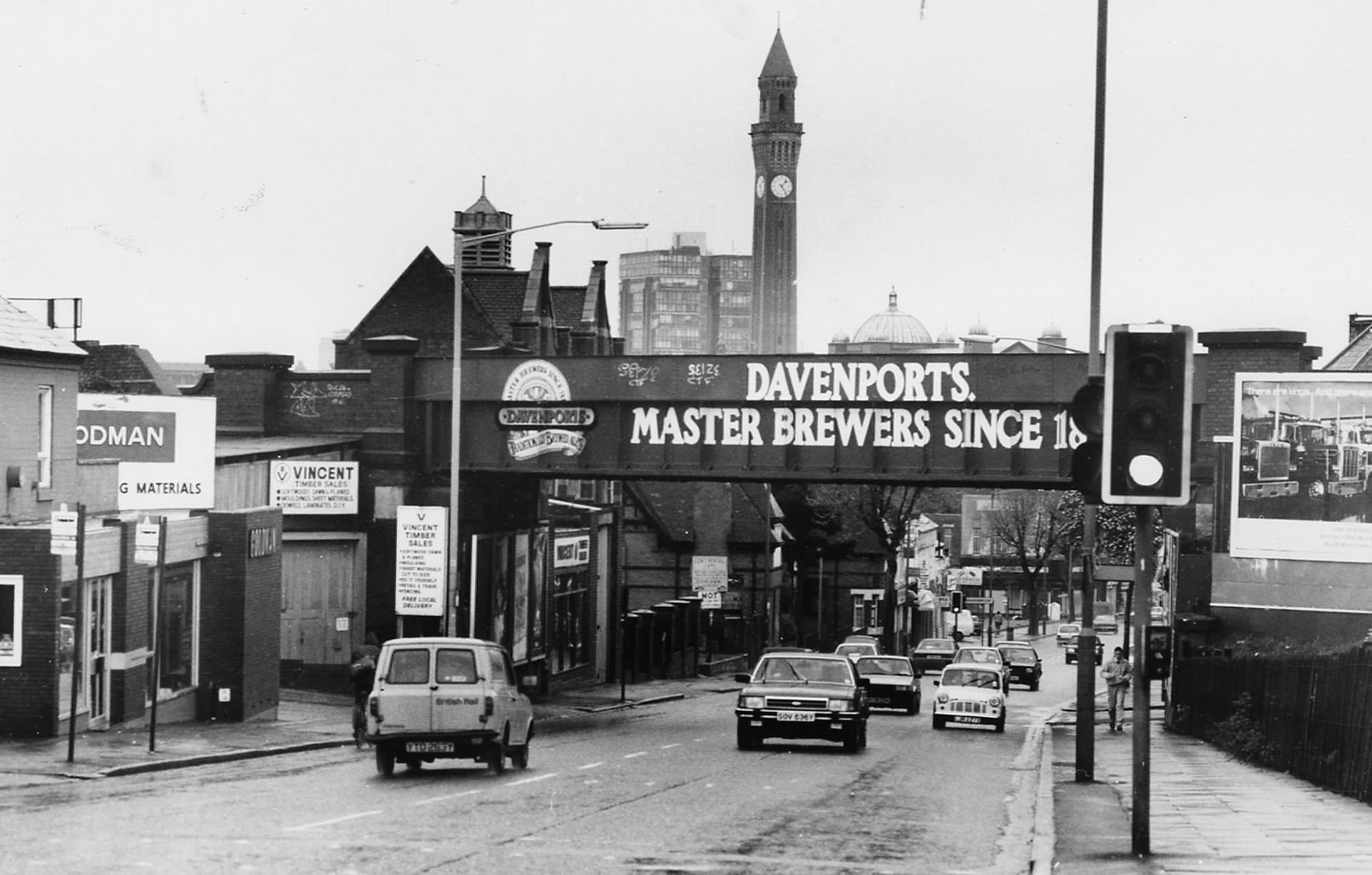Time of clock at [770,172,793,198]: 1:23
